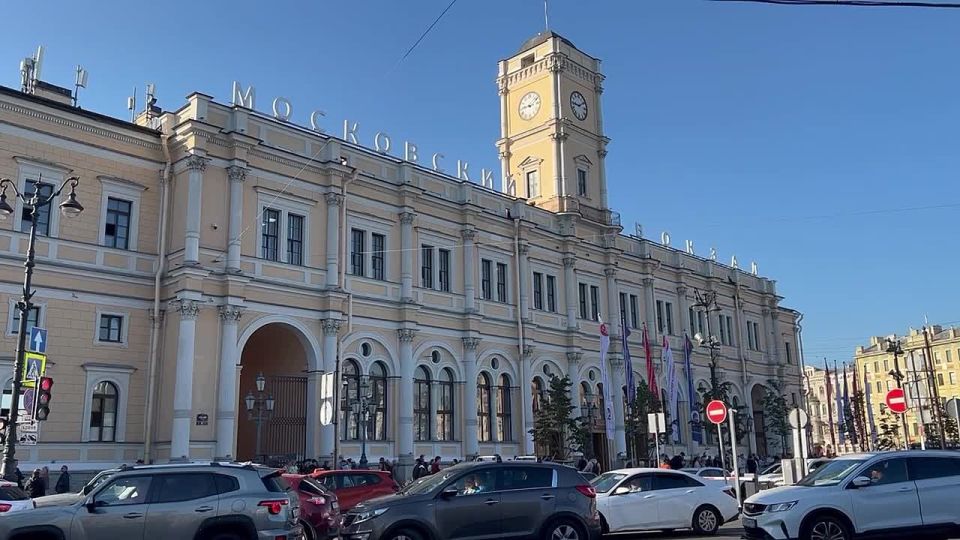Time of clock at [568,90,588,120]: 9:10
